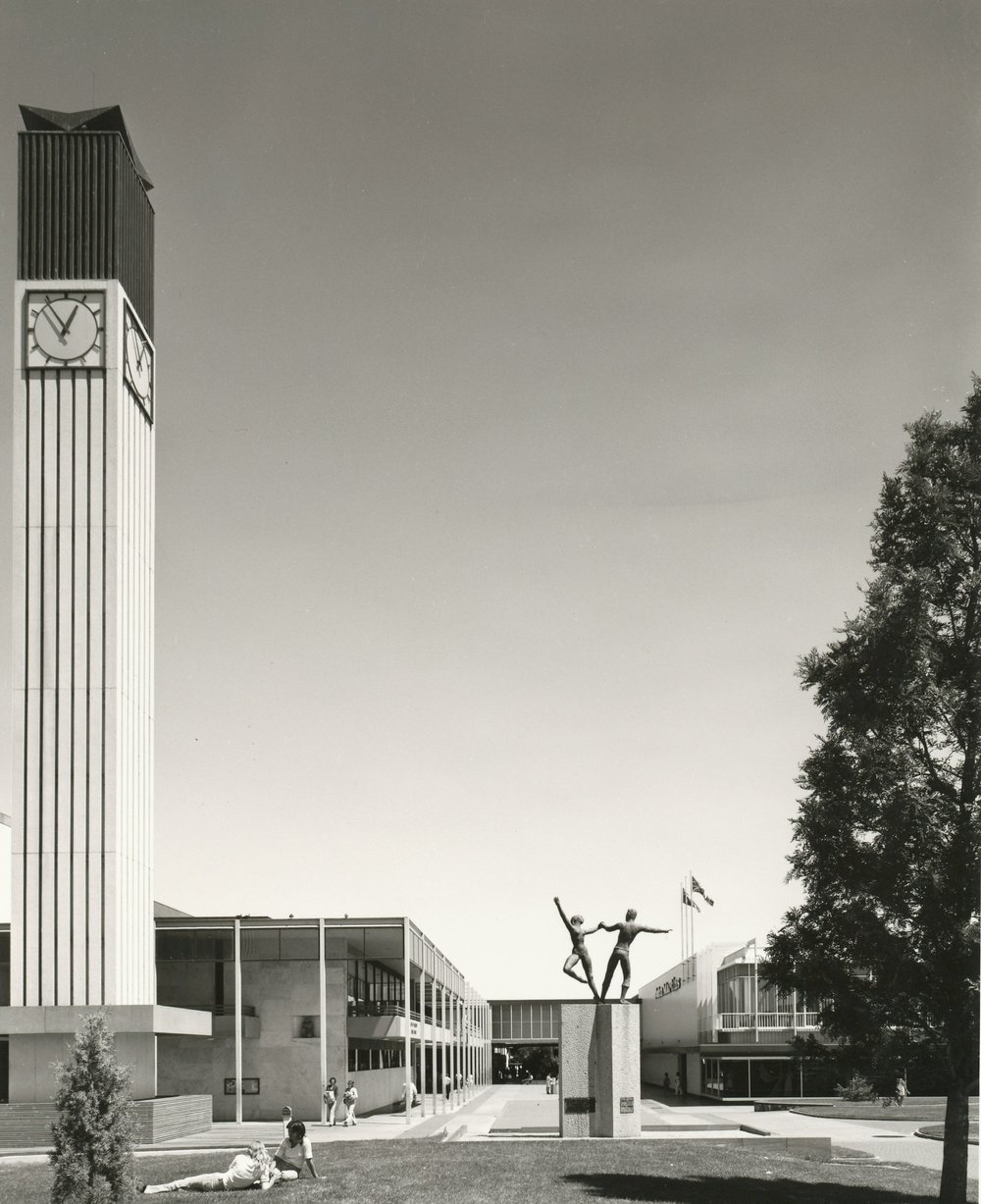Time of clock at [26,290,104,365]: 12:54
